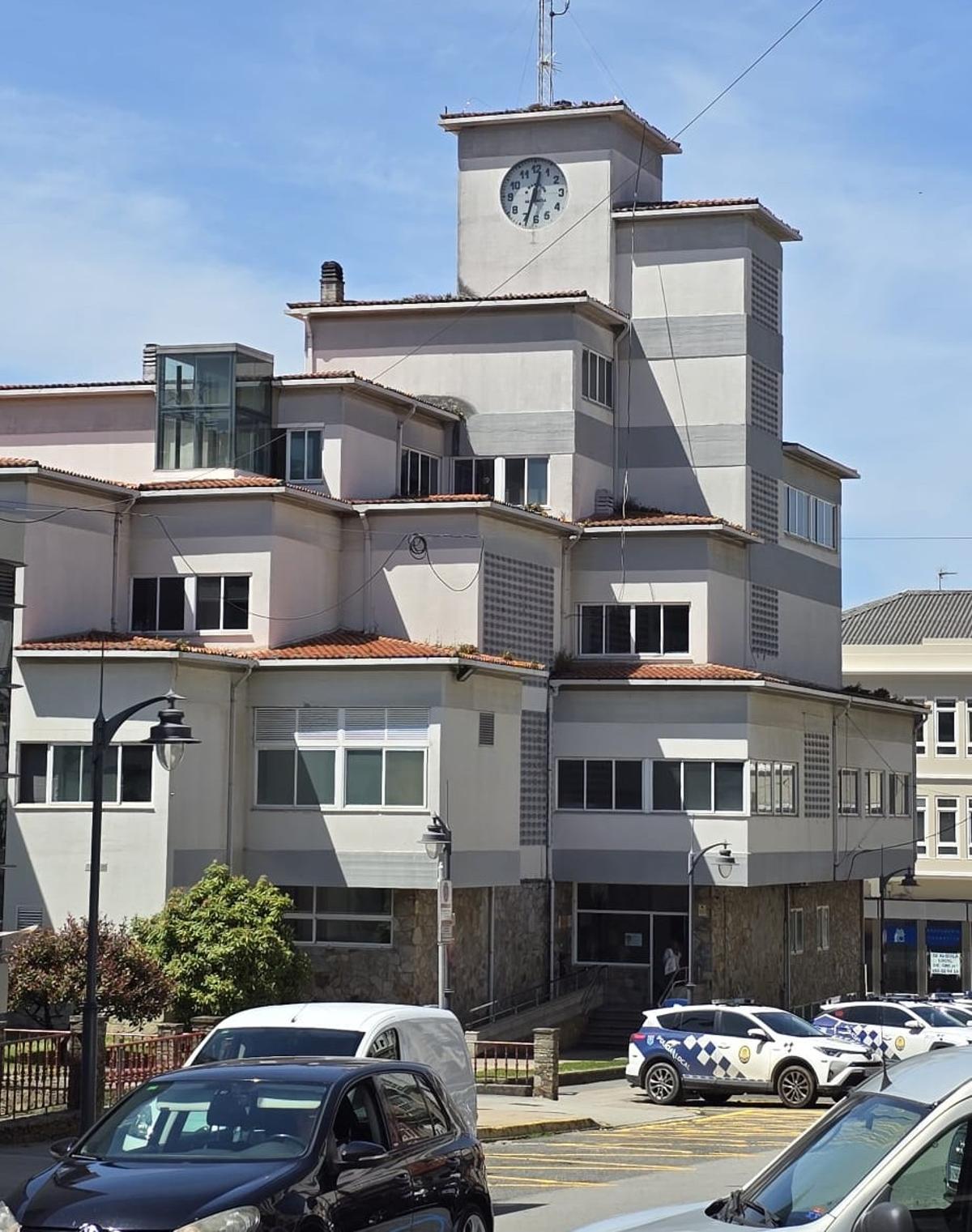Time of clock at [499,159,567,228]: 12:33
